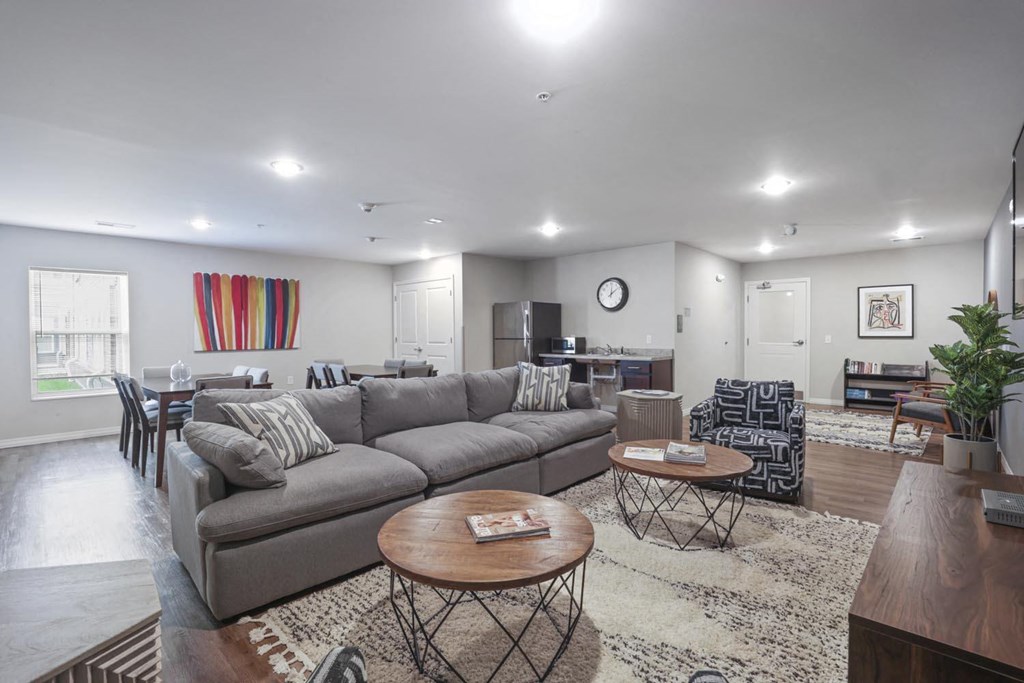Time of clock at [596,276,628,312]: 12:08
